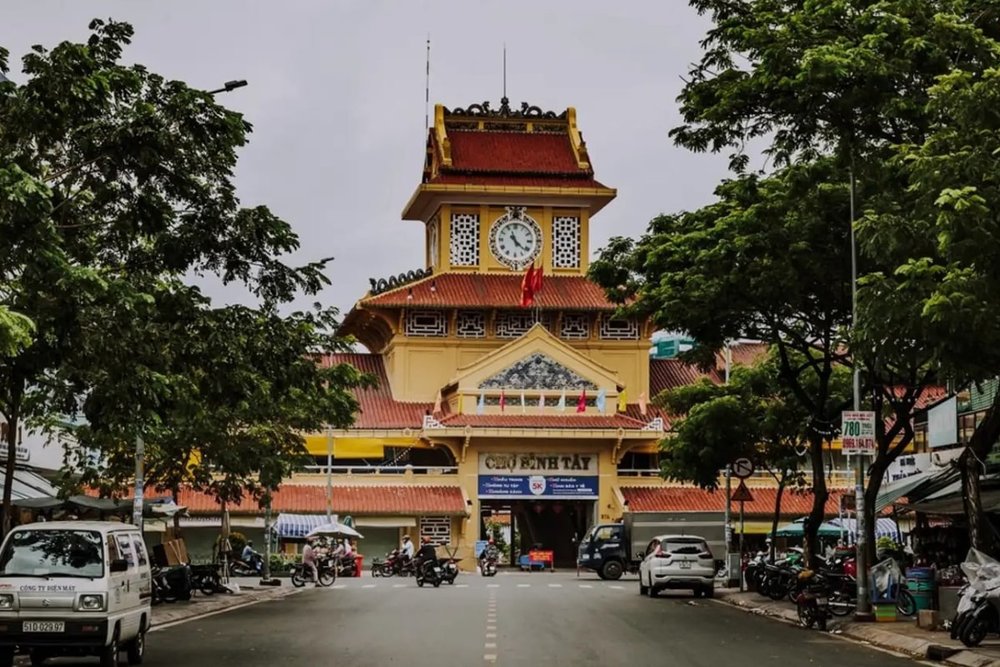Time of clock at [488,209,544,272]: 11:21
